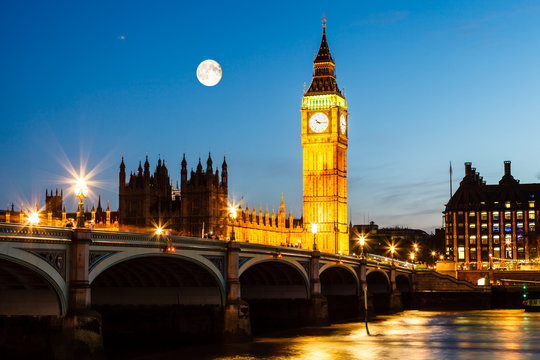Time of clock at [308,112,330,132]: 10:14
